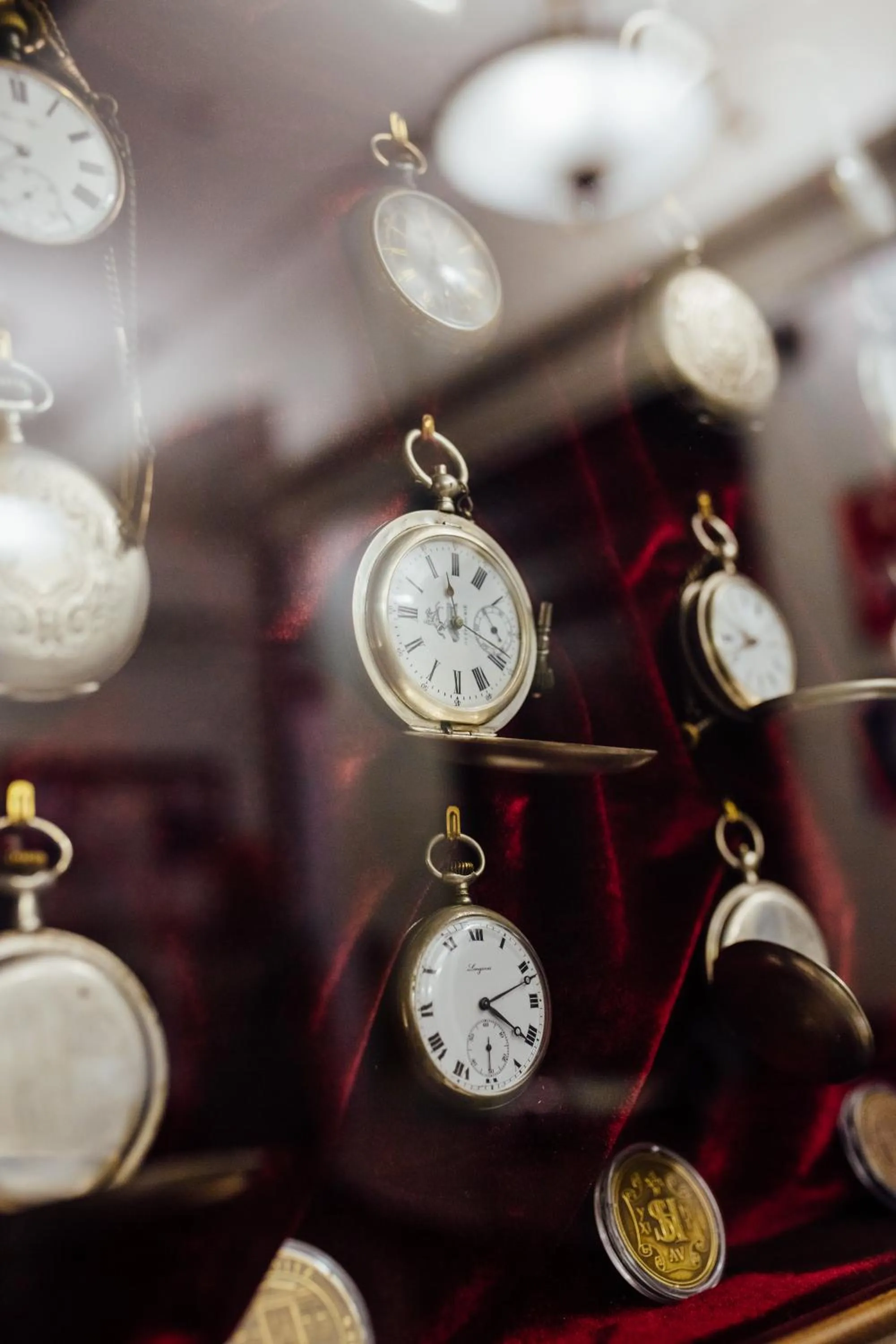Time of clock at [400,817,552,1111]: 4:11
